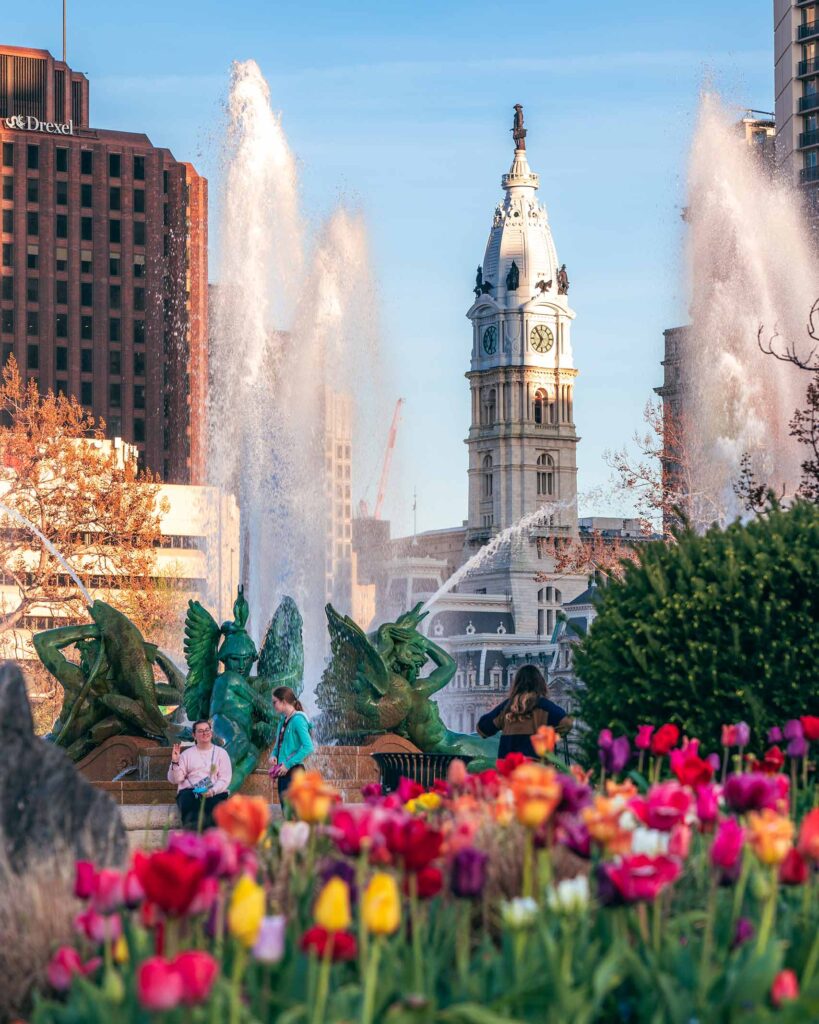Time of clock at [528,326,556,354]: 6:53
